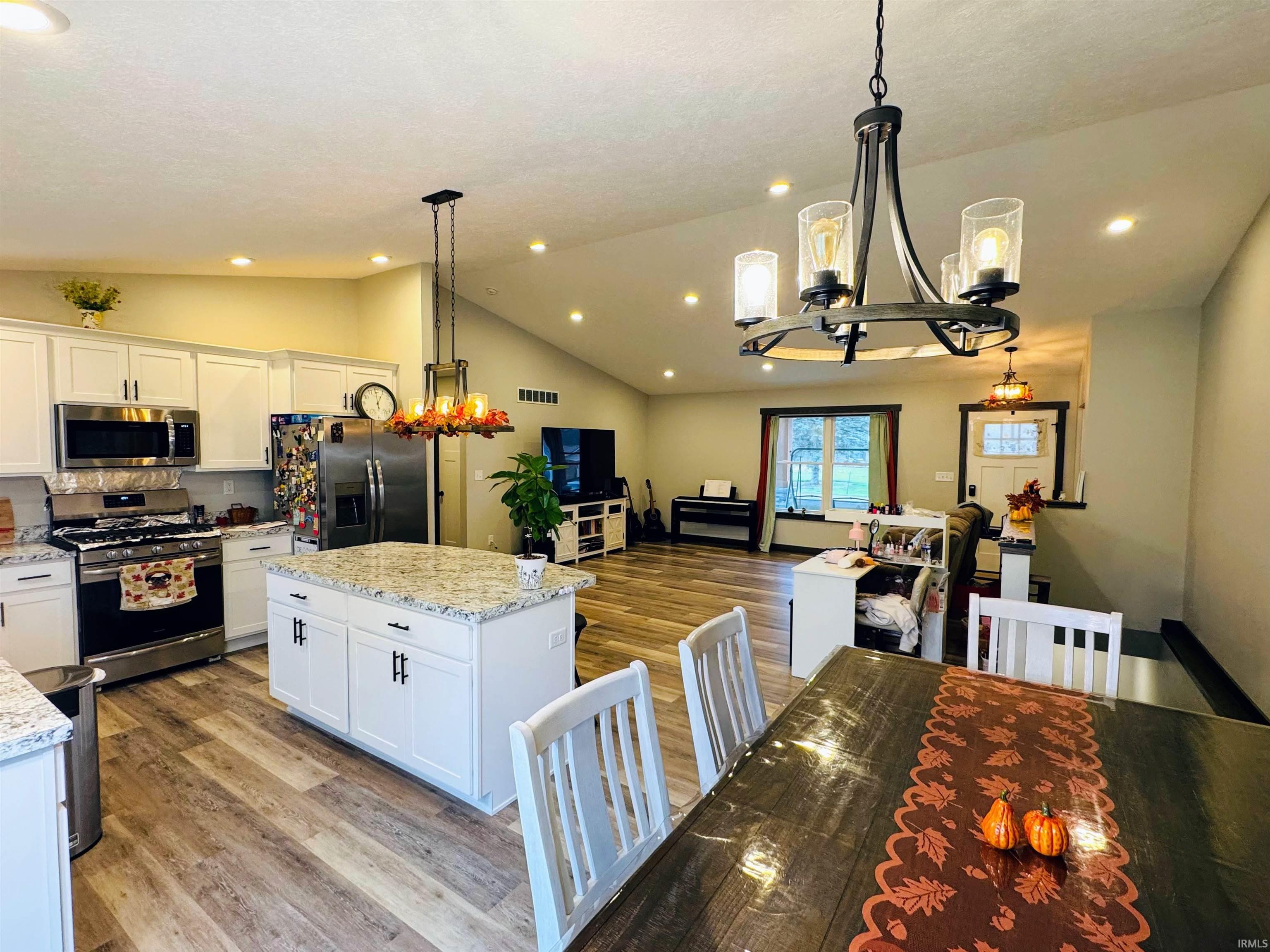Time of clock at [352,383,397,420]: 12:59
